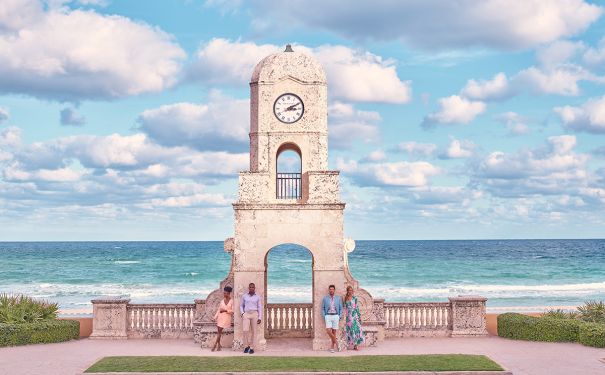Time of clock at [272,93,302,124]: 3:10
